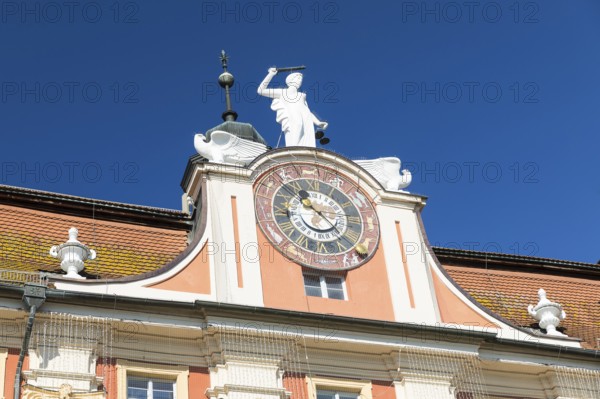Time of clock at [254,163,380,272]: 11:22
